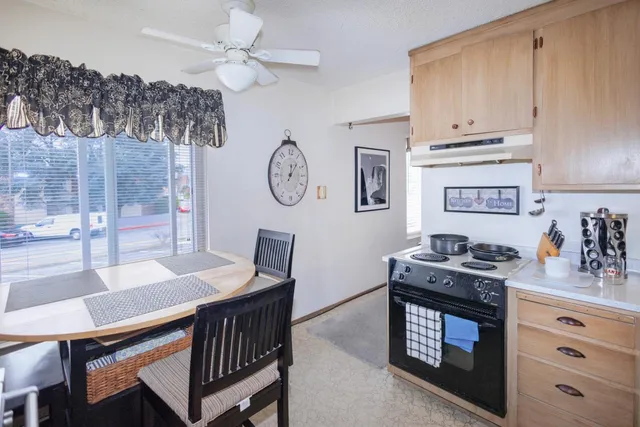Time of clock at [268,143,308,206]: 12:06
